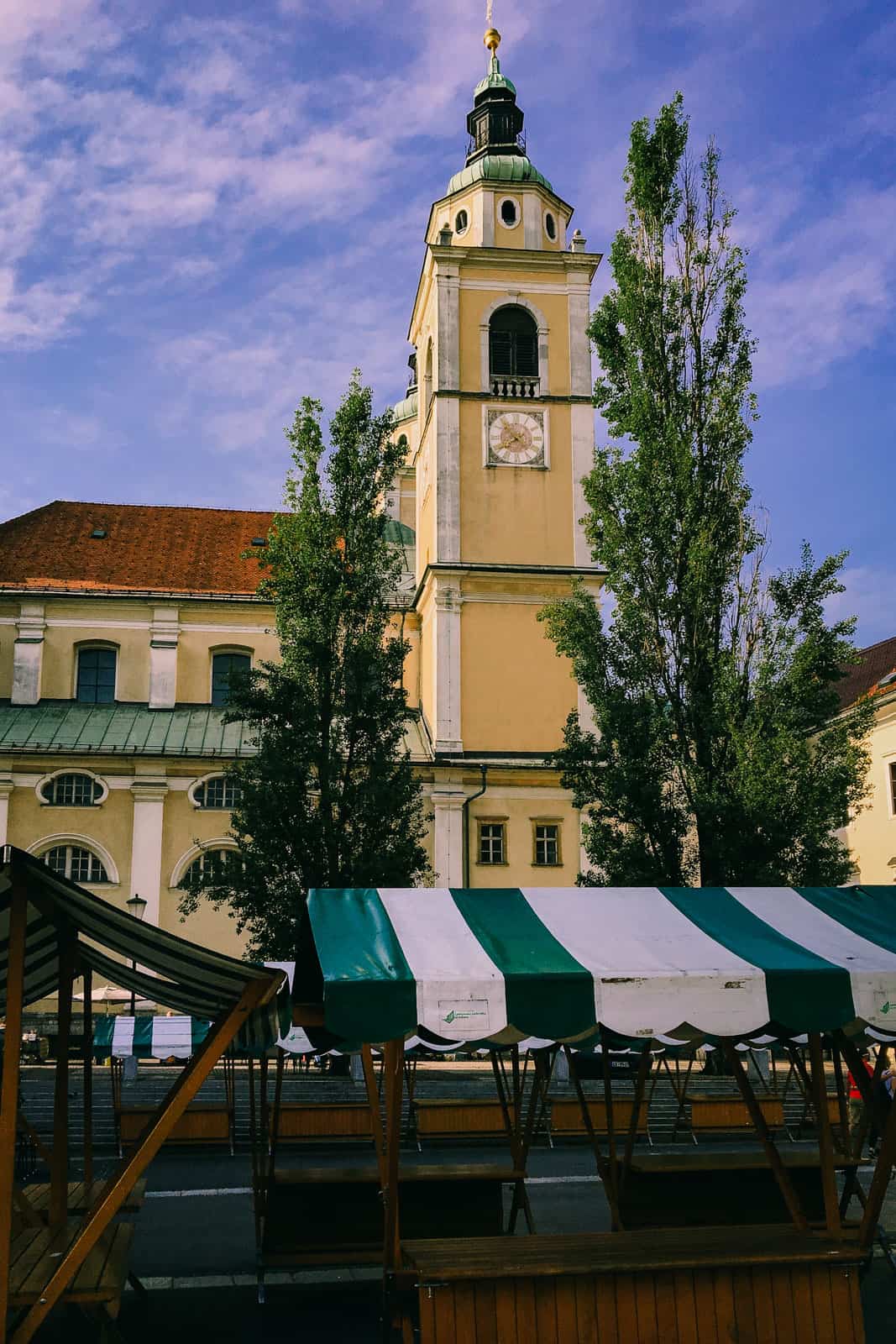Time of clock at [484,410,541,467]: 7:52
